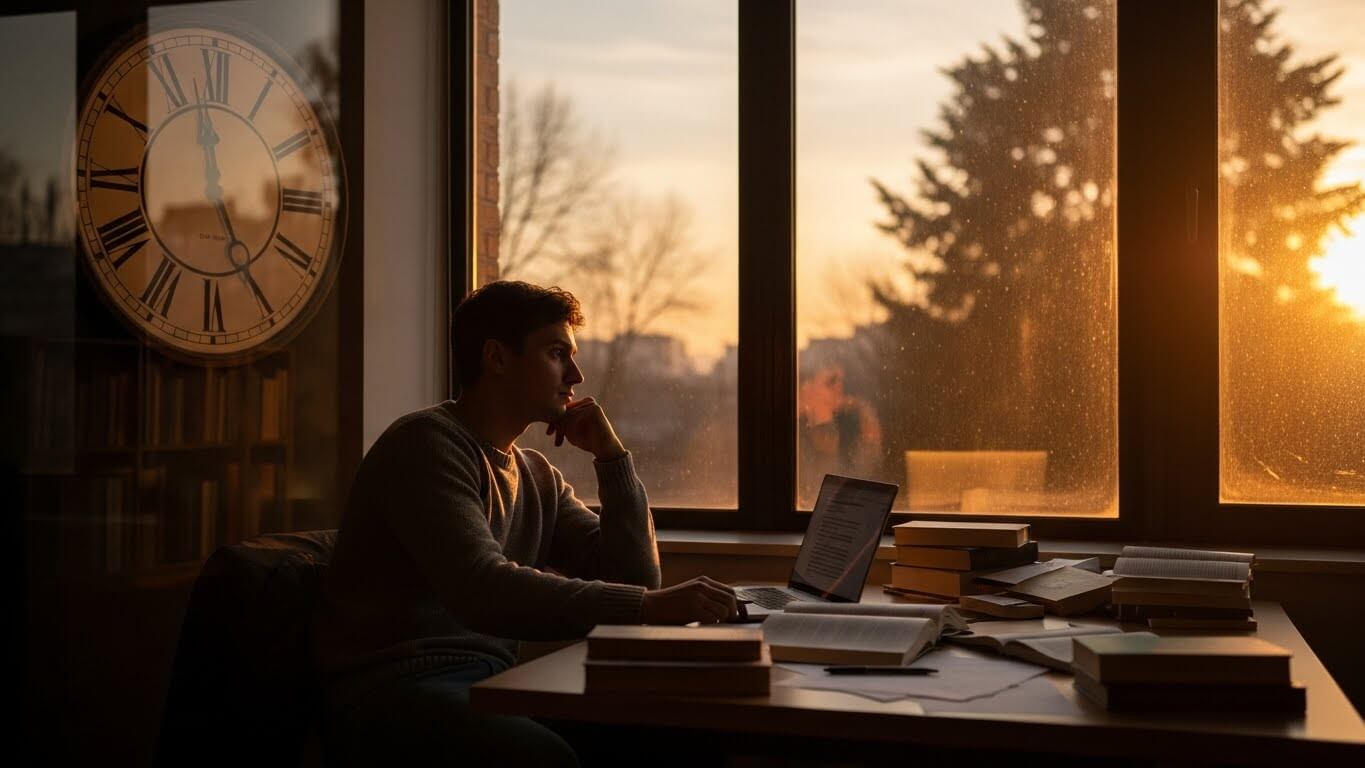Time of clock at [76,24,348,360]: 11:25
